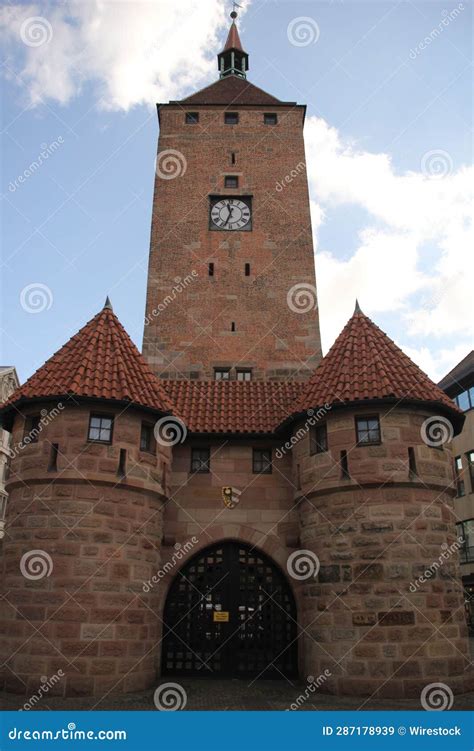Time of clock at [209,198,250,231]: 11:33
